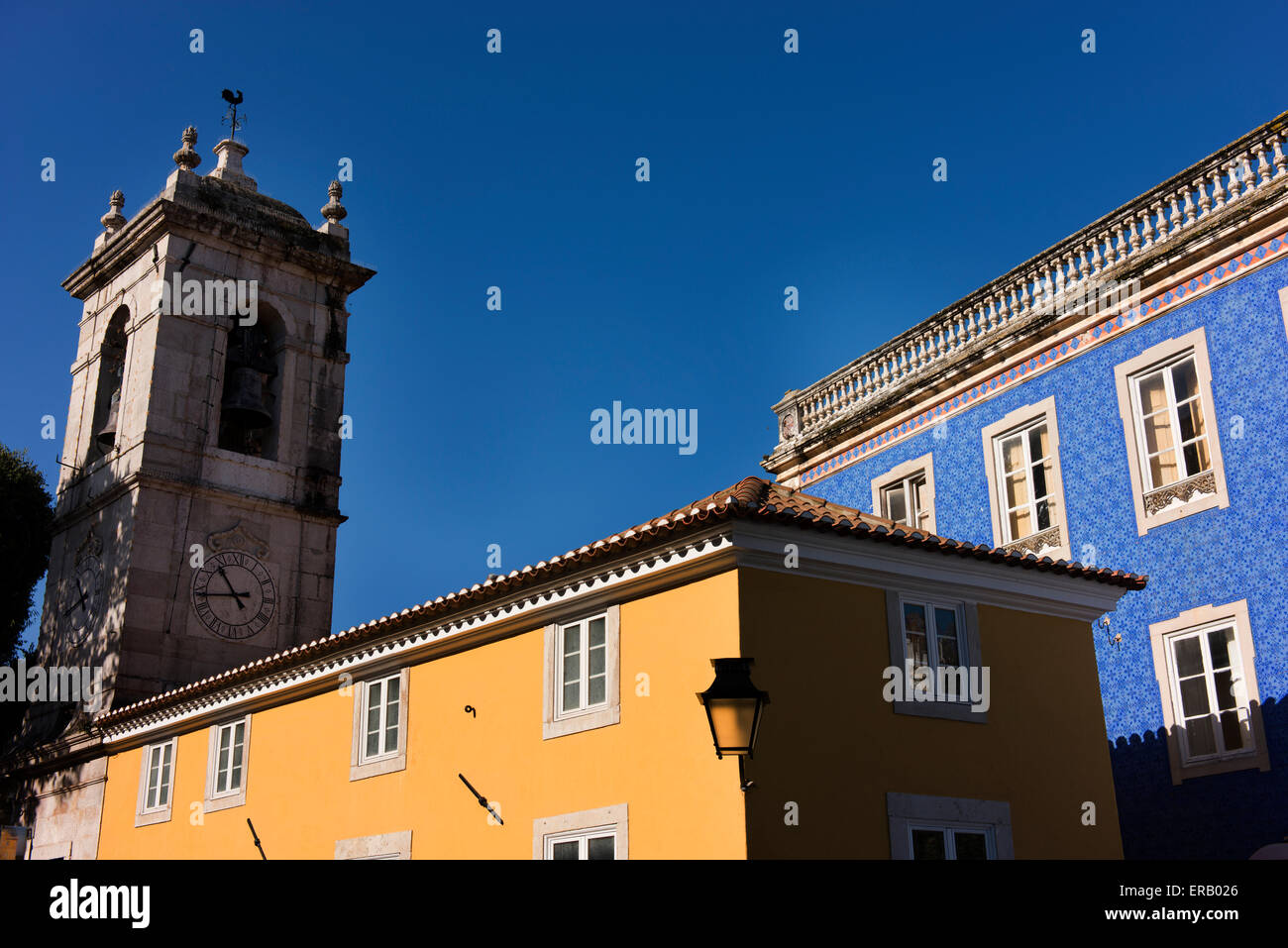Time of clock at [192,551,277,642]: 10:43
